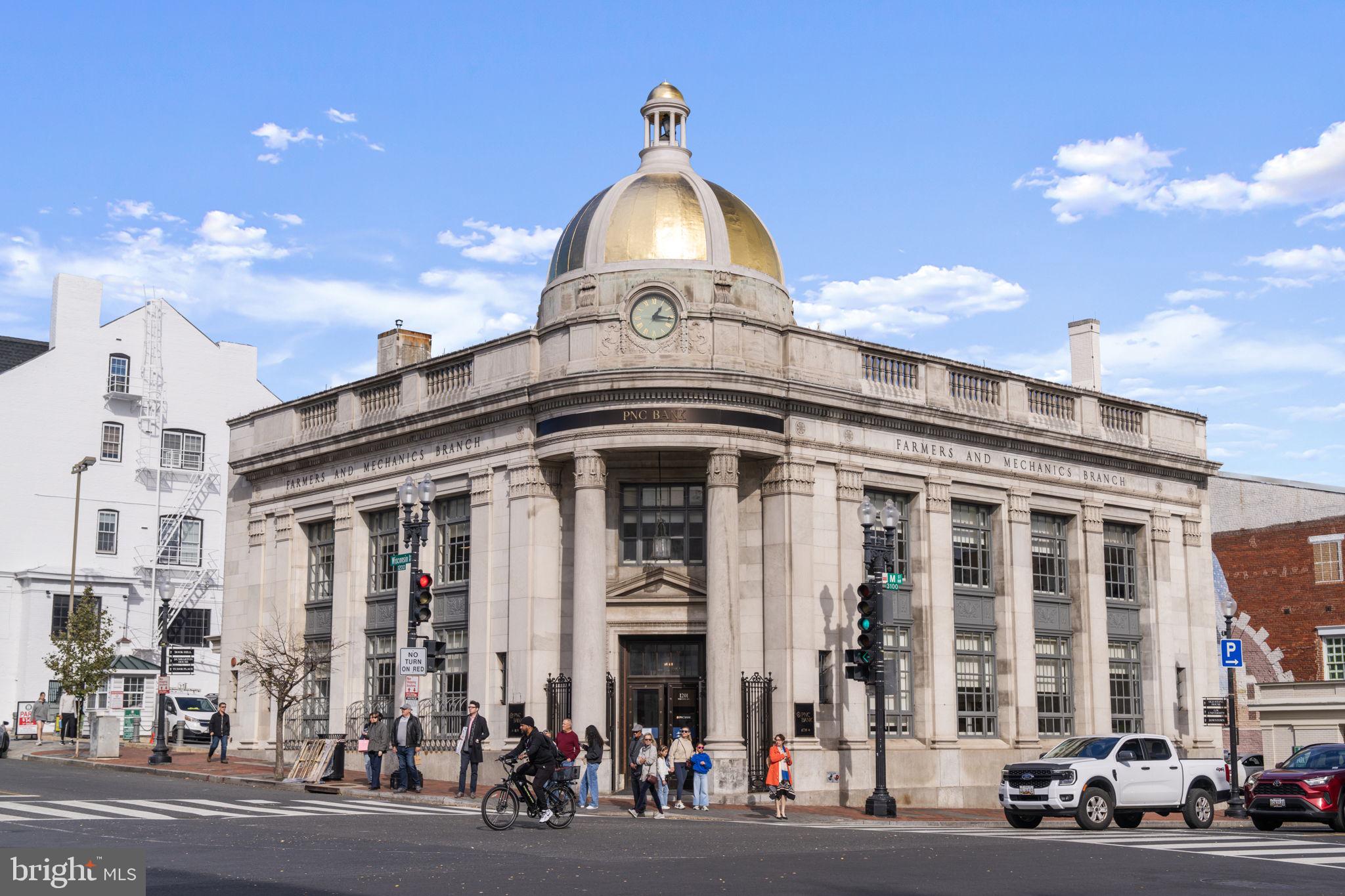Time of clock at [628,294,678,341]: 1:16
